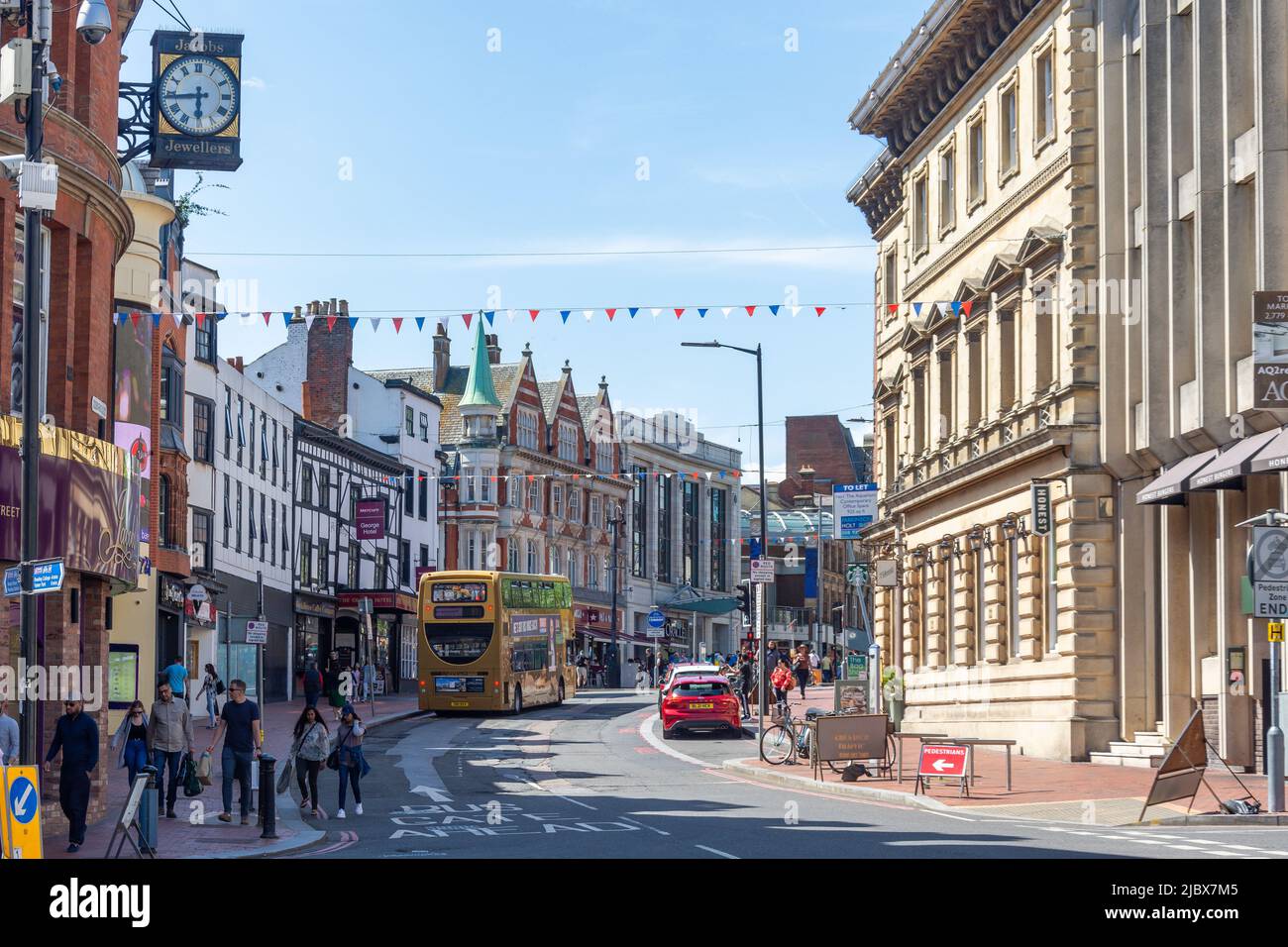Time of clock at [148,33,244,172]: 5:44
